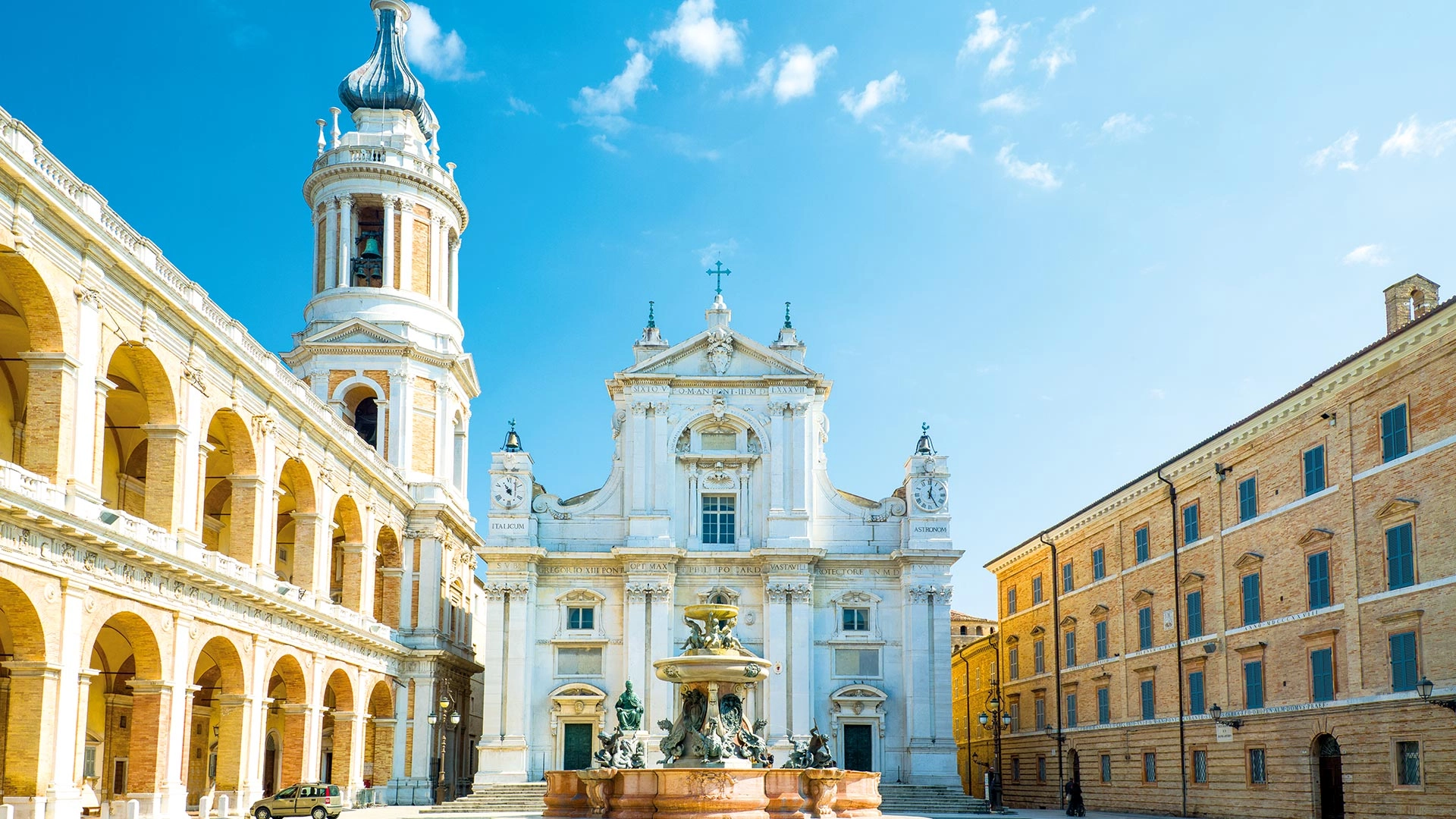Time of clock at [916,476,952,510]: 12:24
